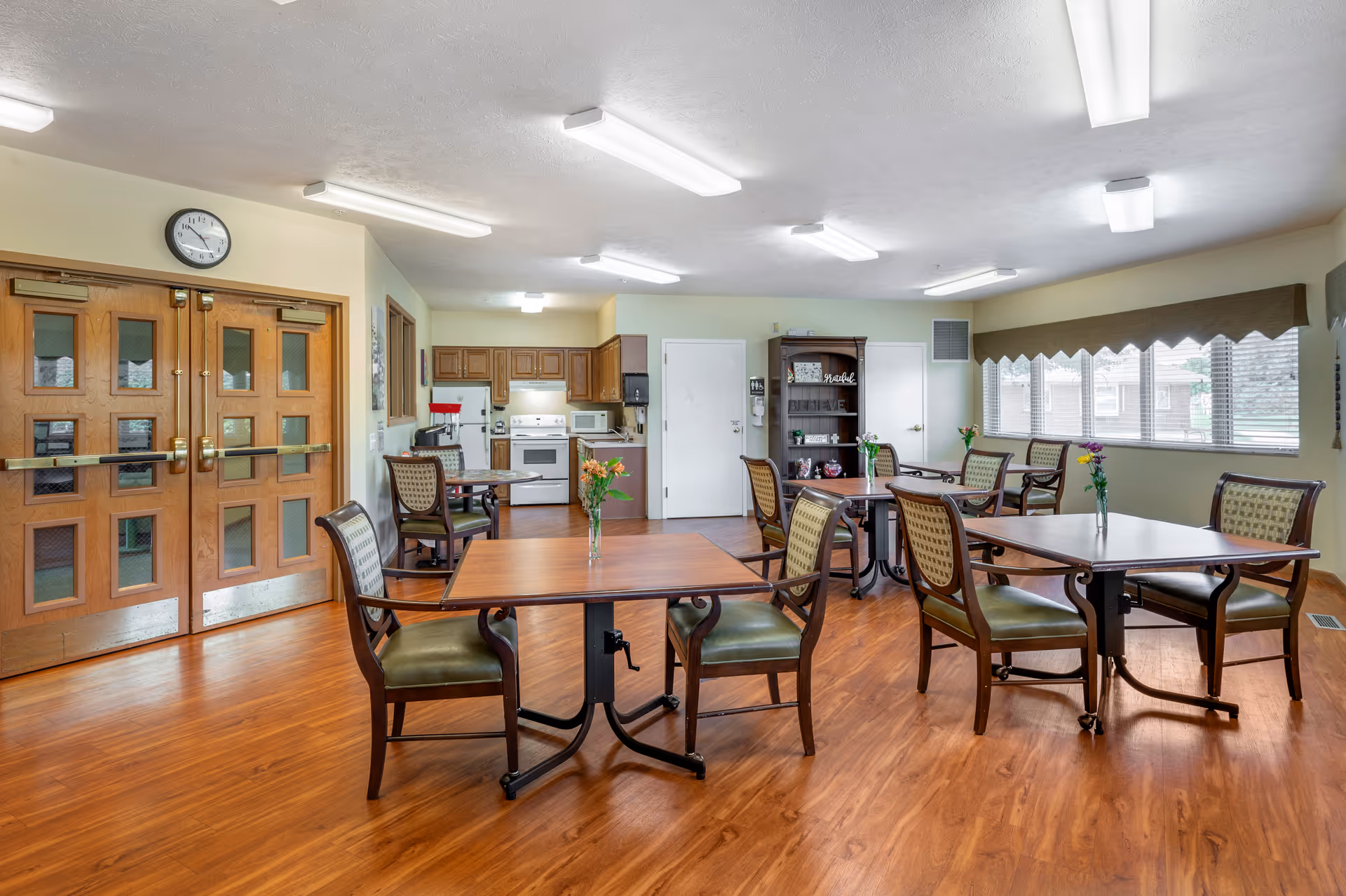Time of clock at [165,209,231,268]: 10:24
